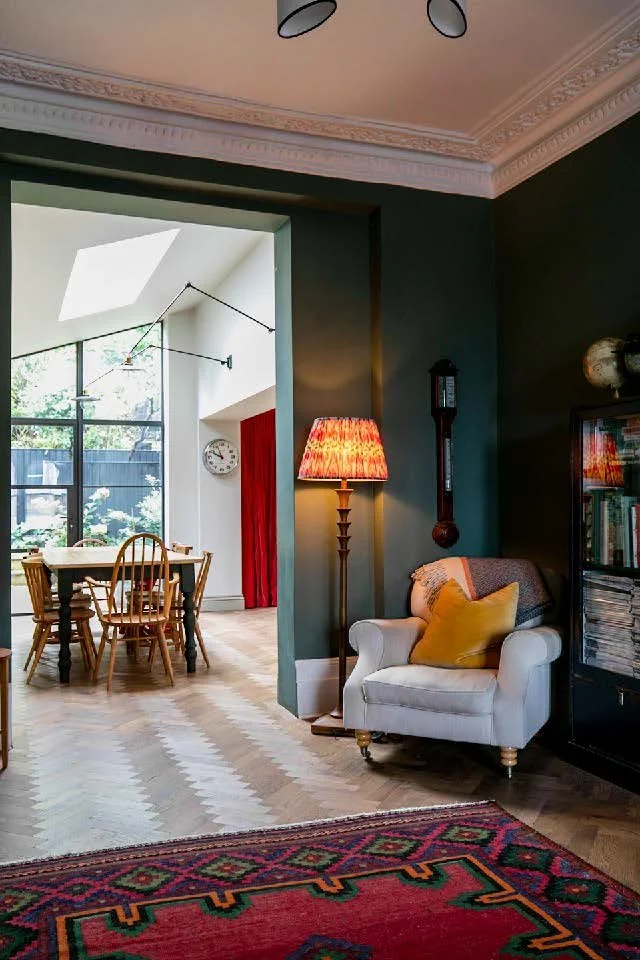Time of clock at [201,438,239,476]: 9:56
